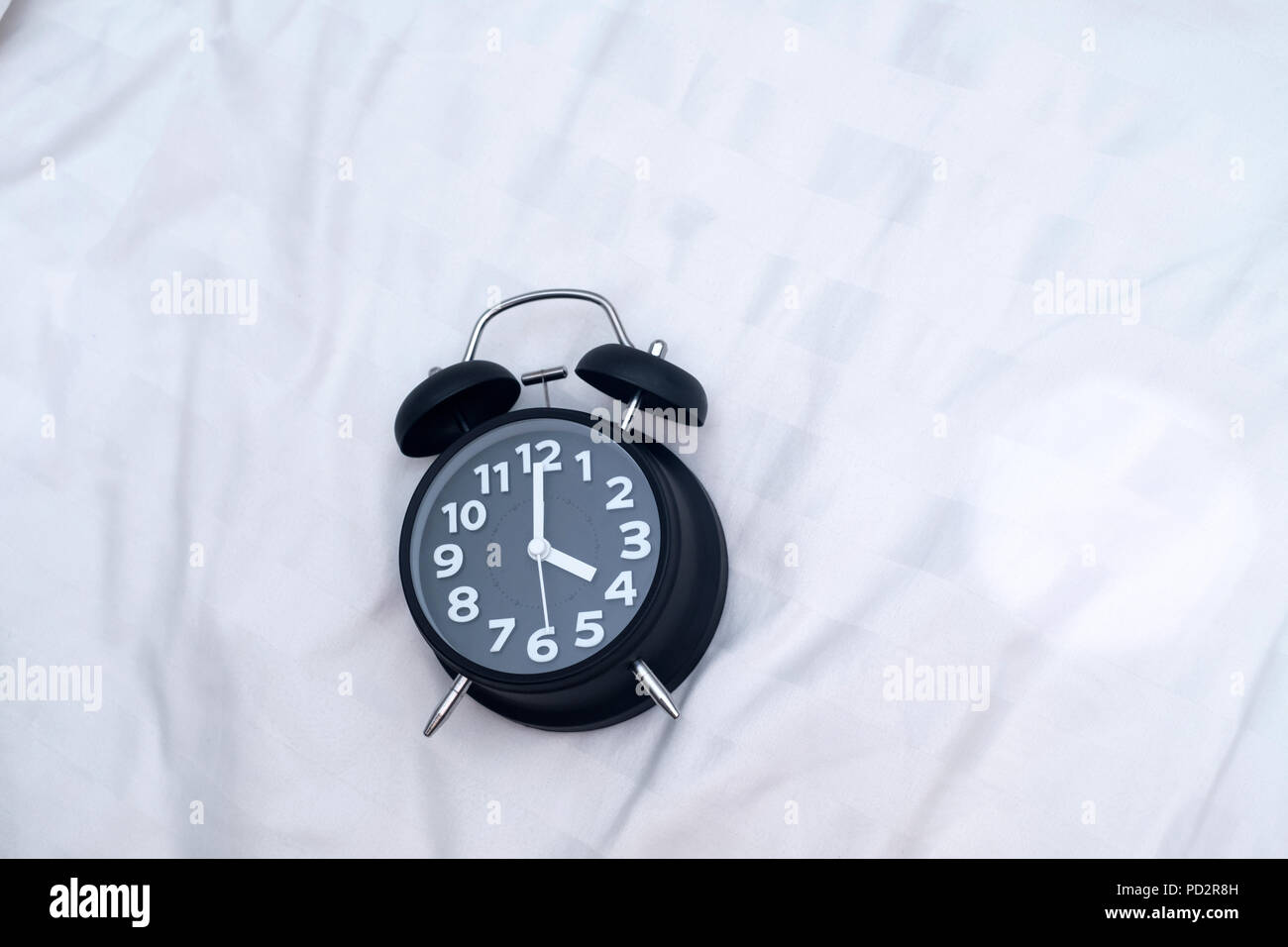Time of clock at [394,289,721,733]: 4:00
